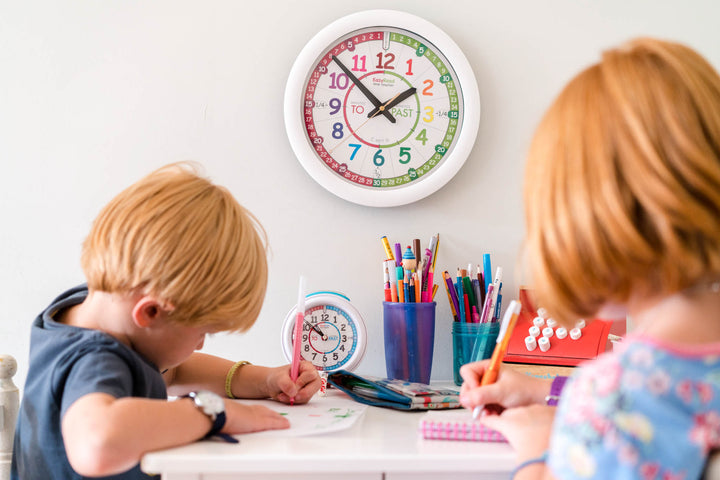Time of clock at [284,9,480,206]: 1:52
